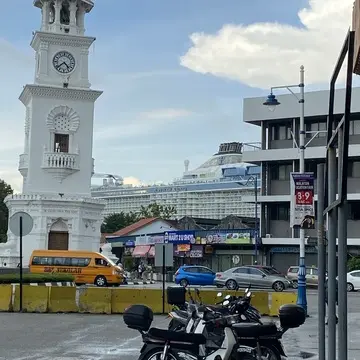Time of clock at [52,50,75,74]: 4:38
